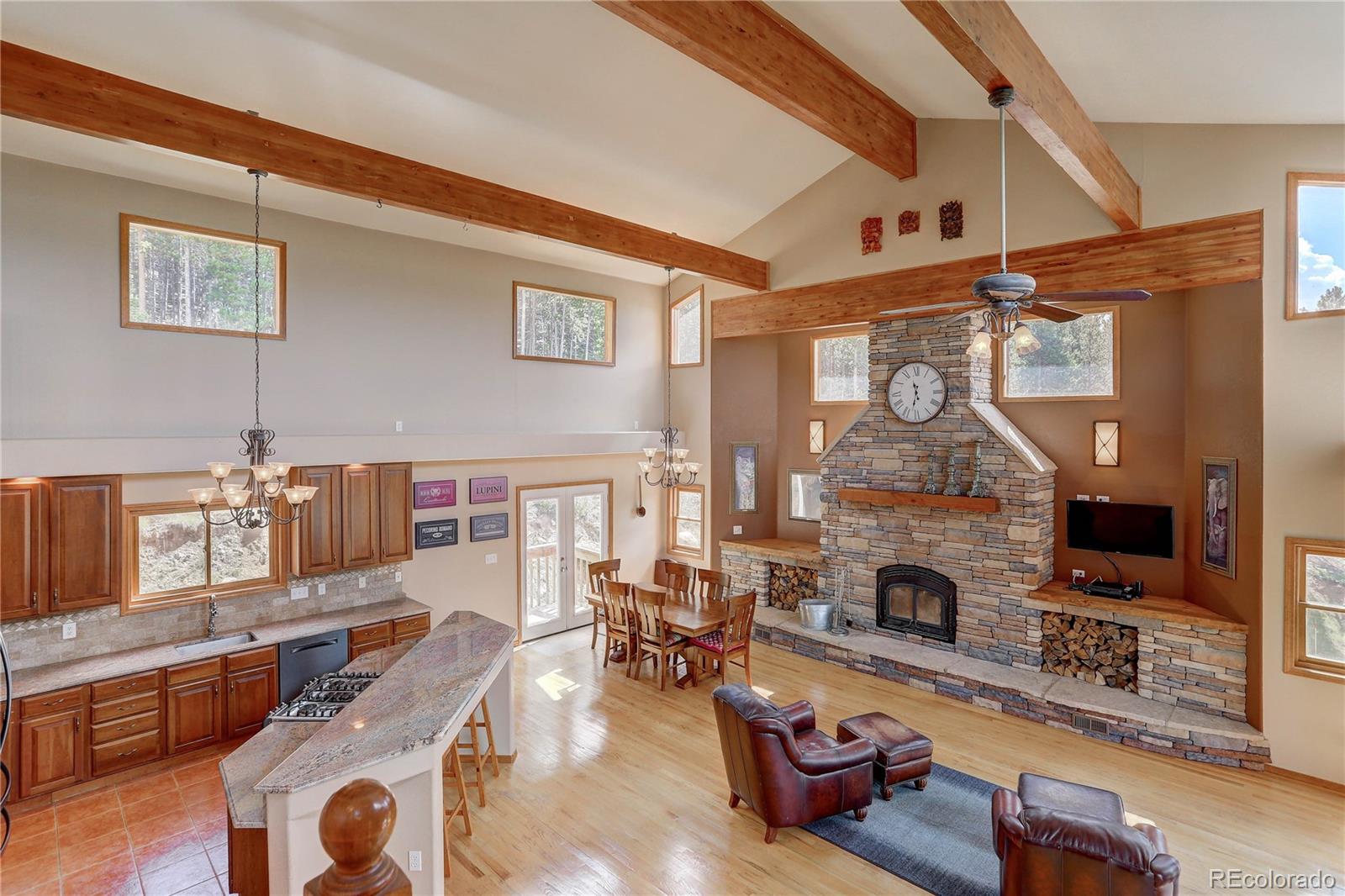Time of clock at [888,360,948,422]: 11:32
